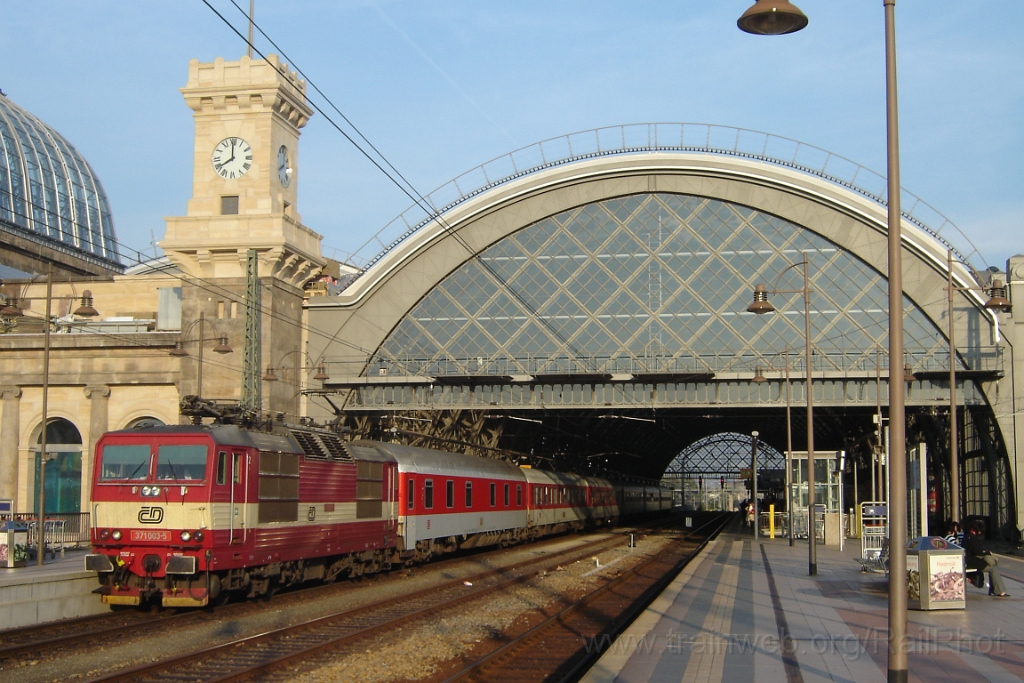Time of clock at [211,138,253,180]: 7:59
